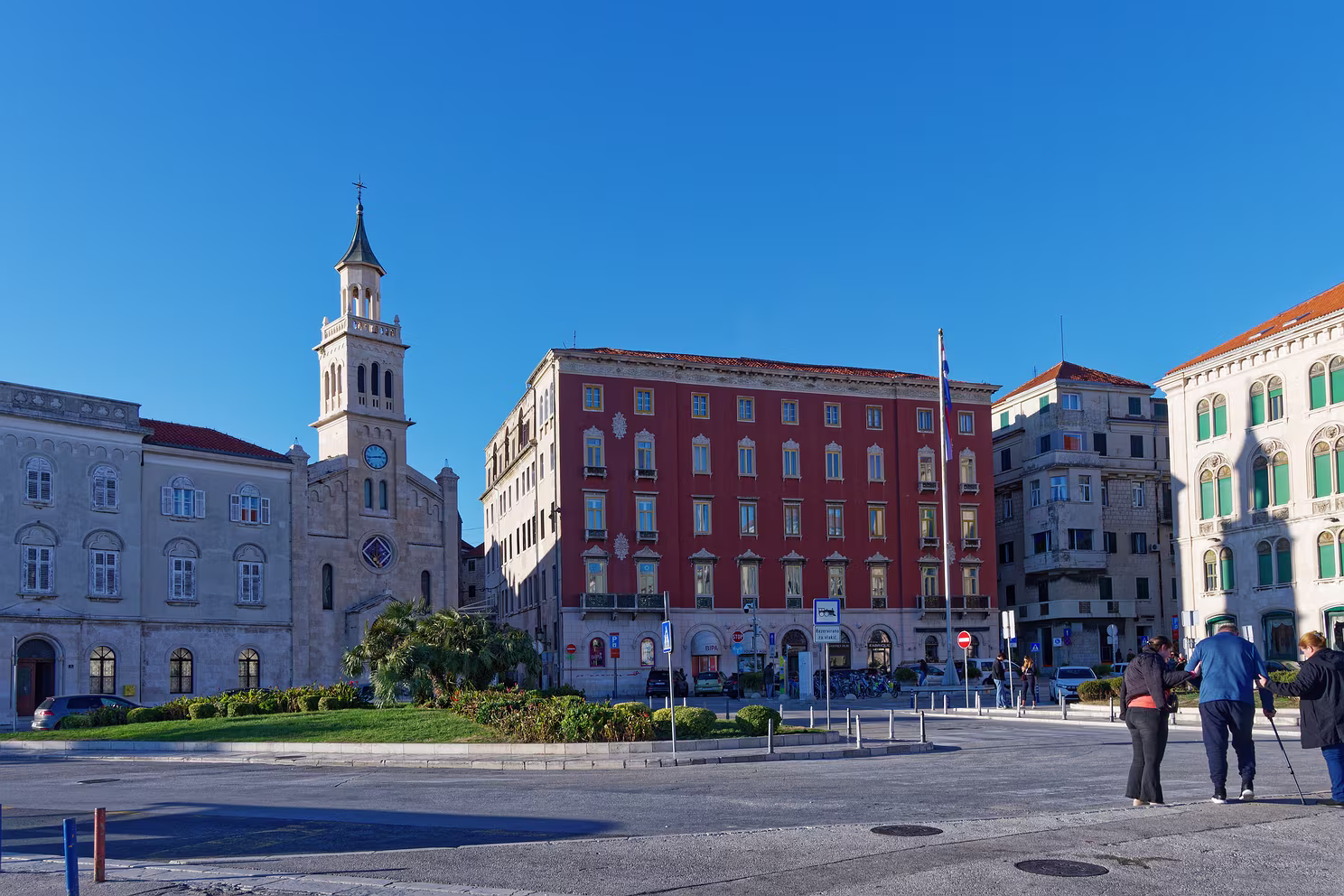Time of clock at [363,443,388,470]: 2:43
